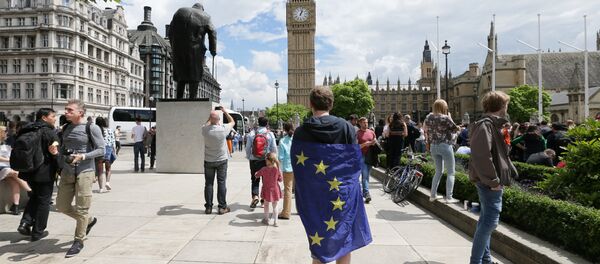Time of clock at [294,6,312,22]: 1:02
